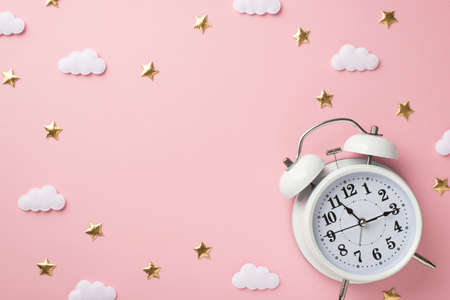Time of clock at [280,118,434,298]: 11:15
